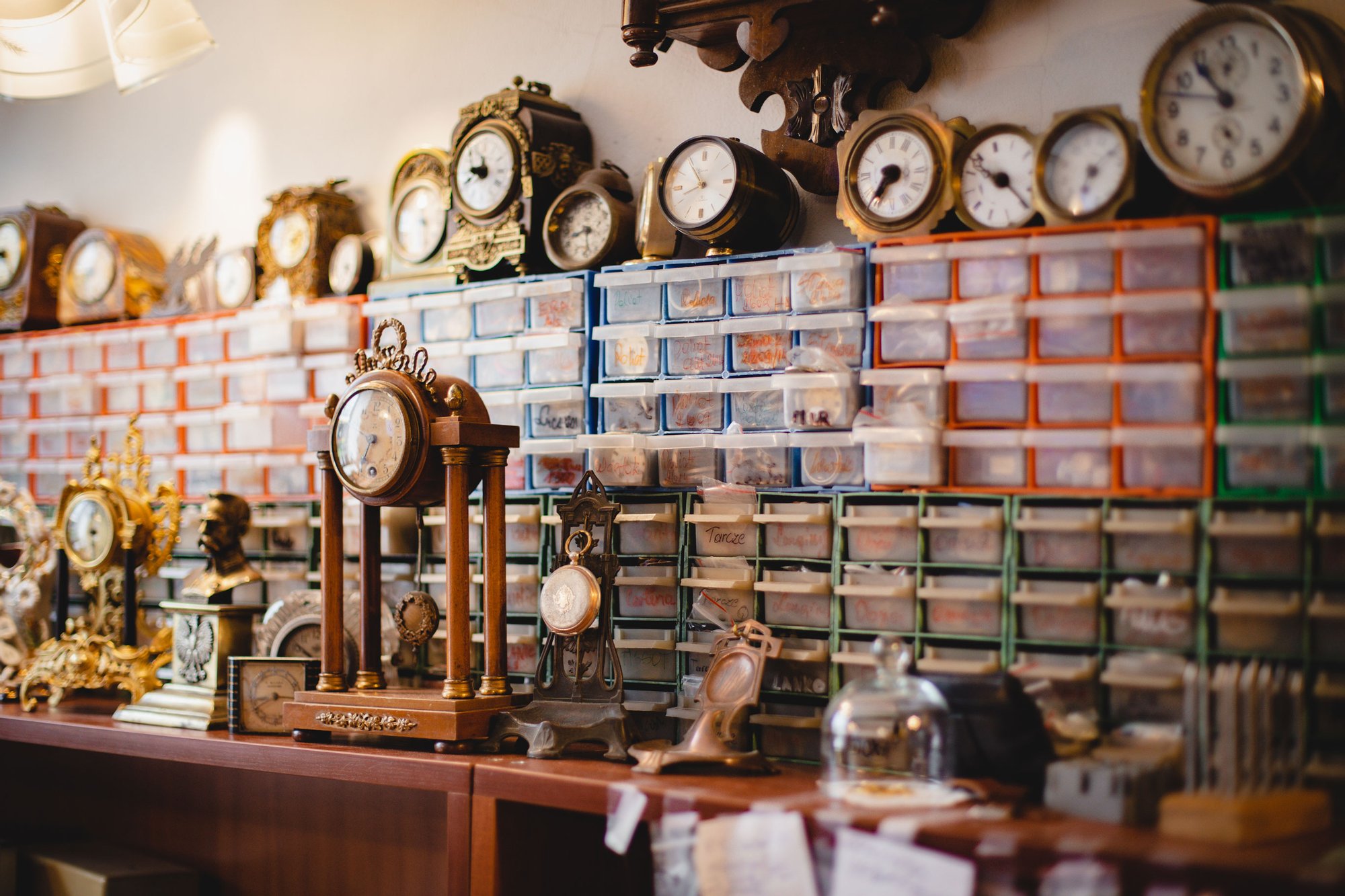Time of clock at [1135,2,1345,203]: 10:47
